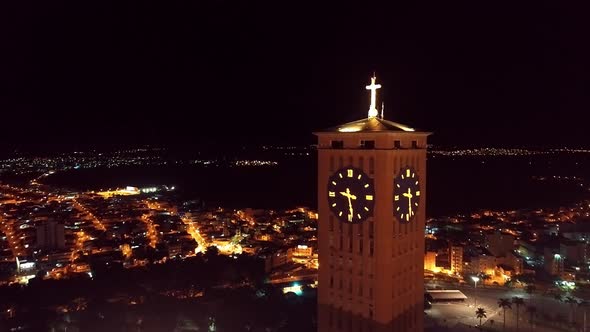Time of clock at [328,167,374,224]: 9:28
